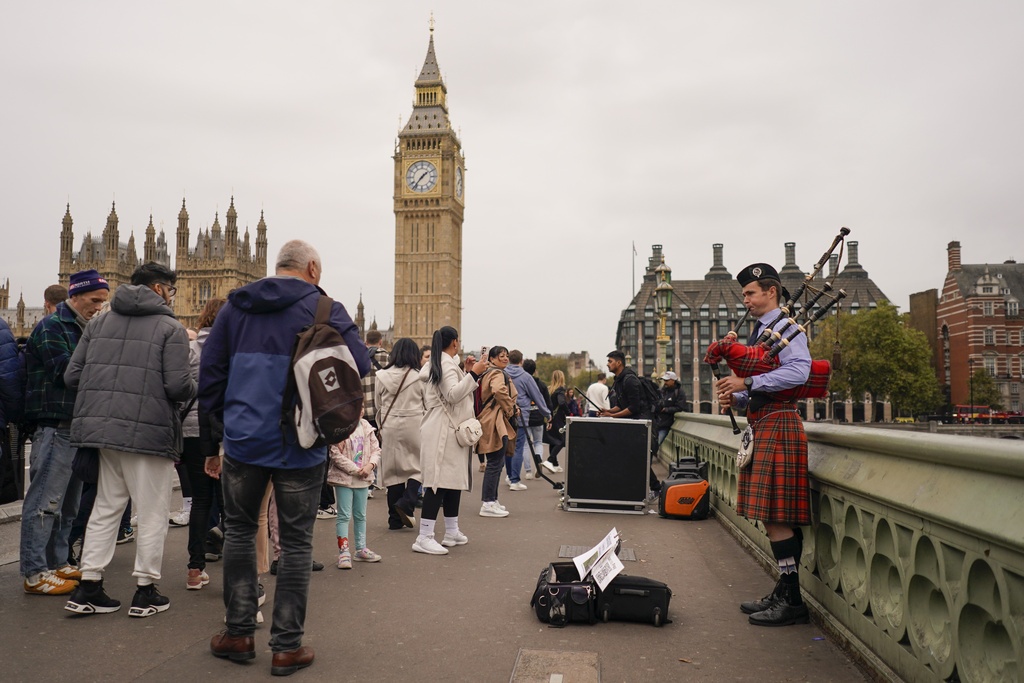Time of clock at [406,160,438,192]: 1:36
